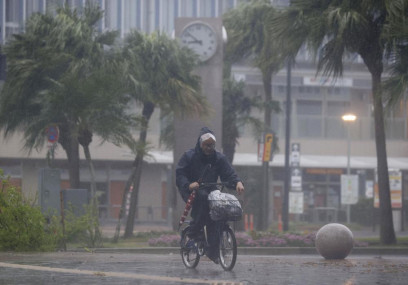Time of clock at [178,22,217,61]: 8:52
